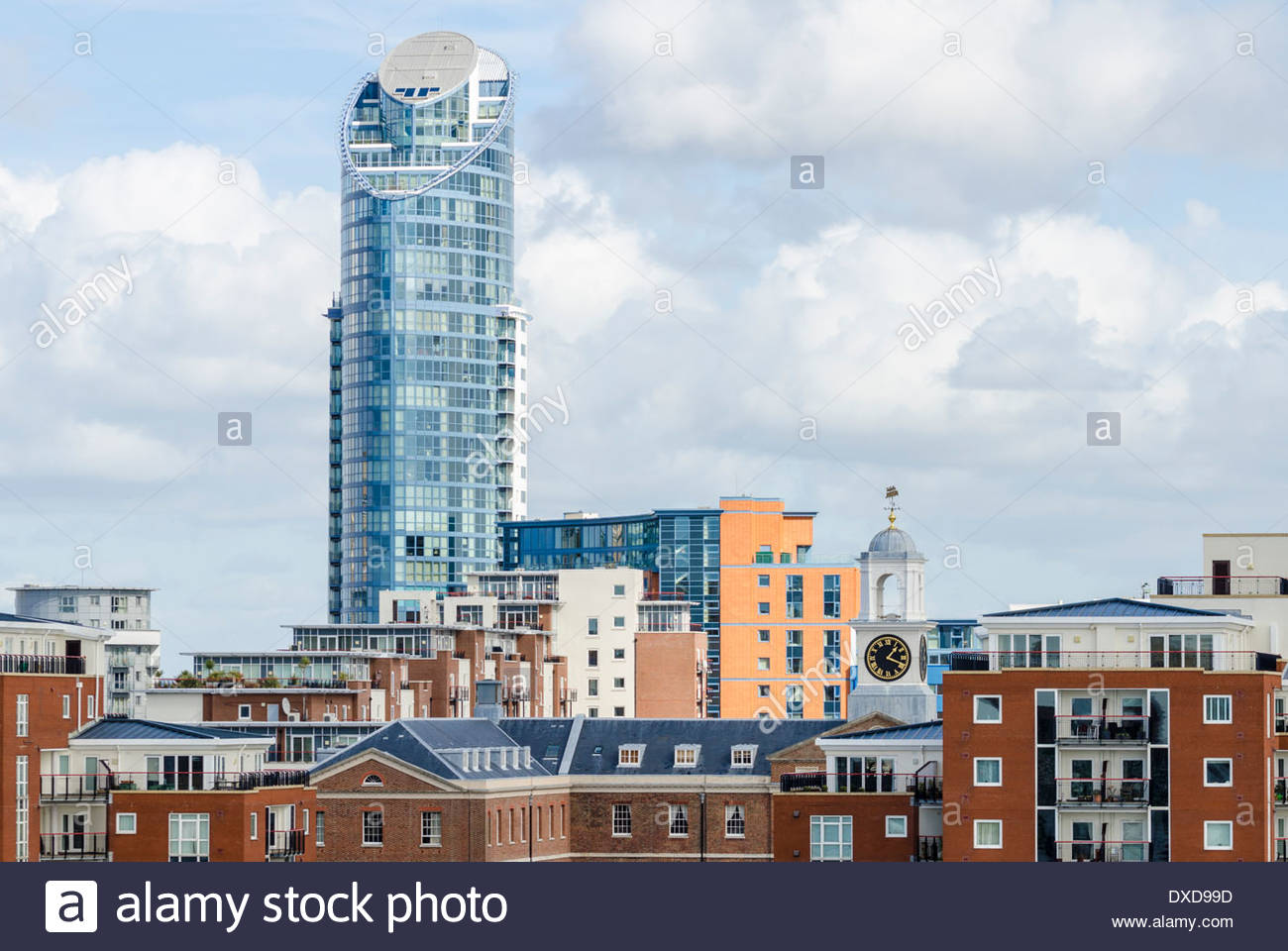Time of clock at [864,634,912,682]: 1:18
